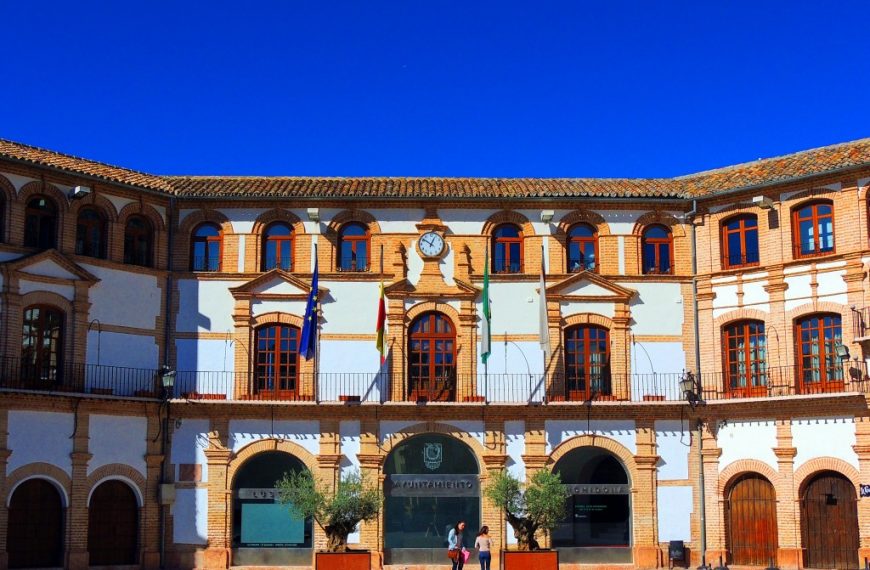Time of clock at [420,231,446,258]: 12:51
